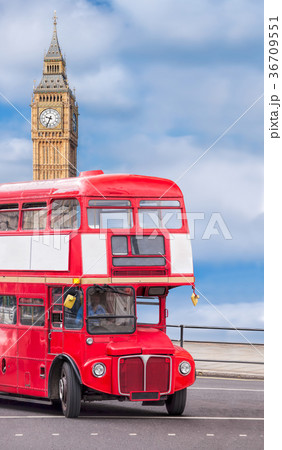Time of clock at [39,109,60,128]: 9:34
